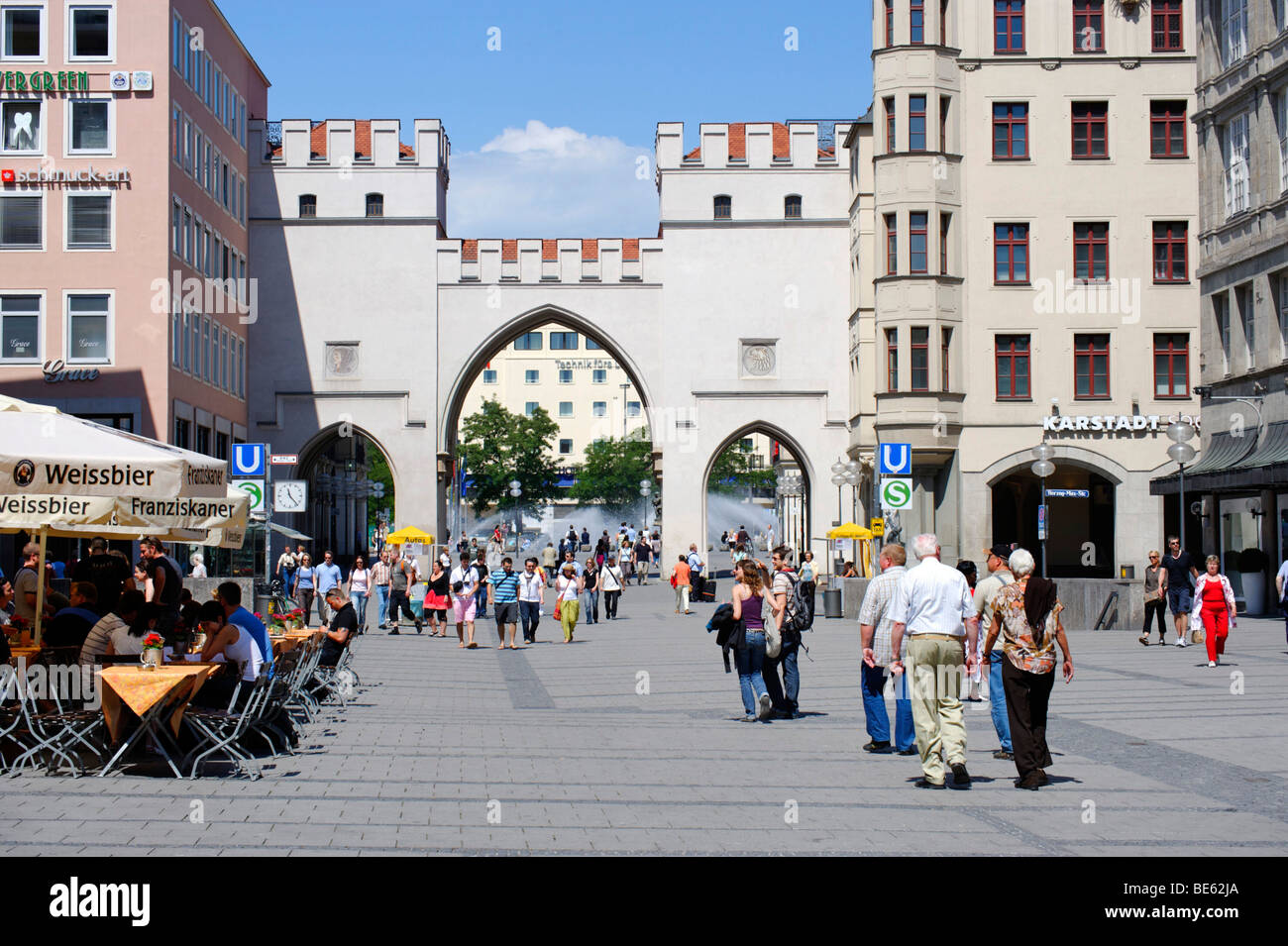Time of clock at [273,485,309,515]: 11:22
